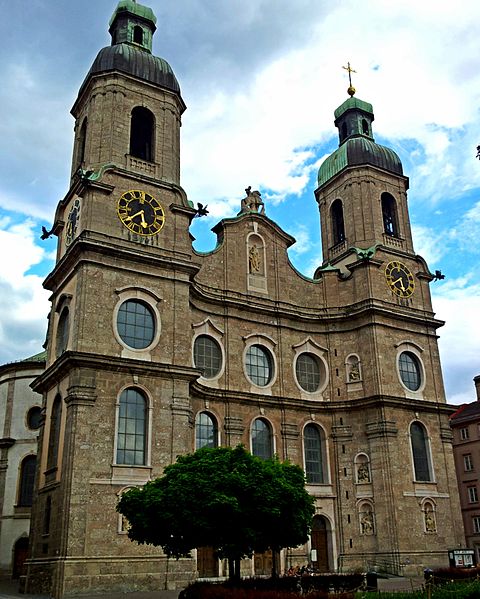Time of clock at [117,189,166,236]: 5:38
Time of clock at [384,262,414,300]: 5:40
